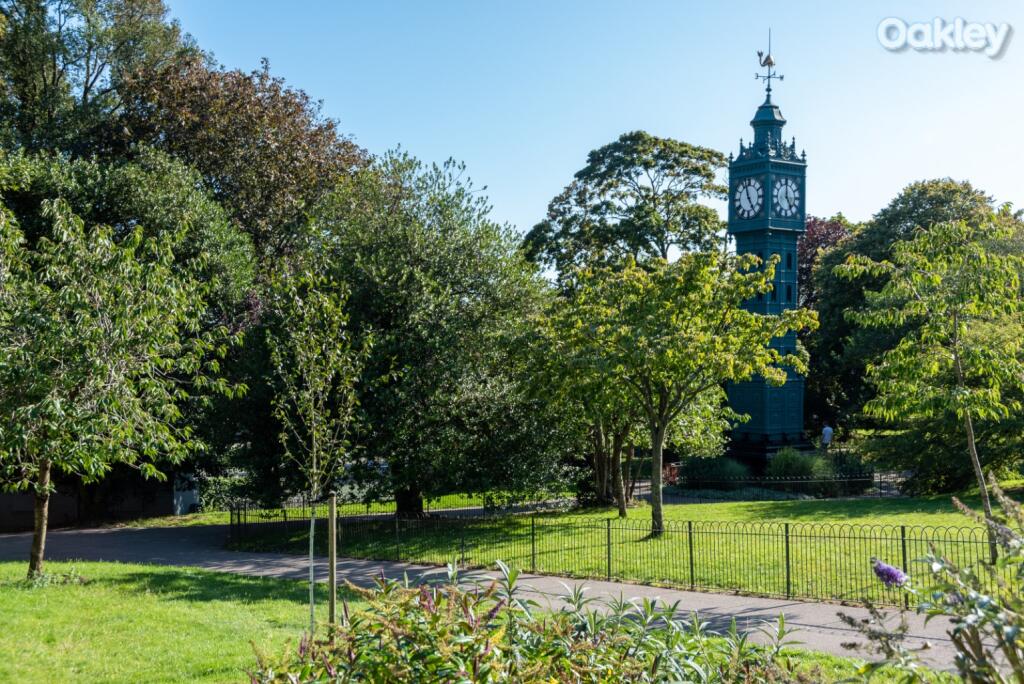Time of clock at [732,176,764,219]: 4:57
